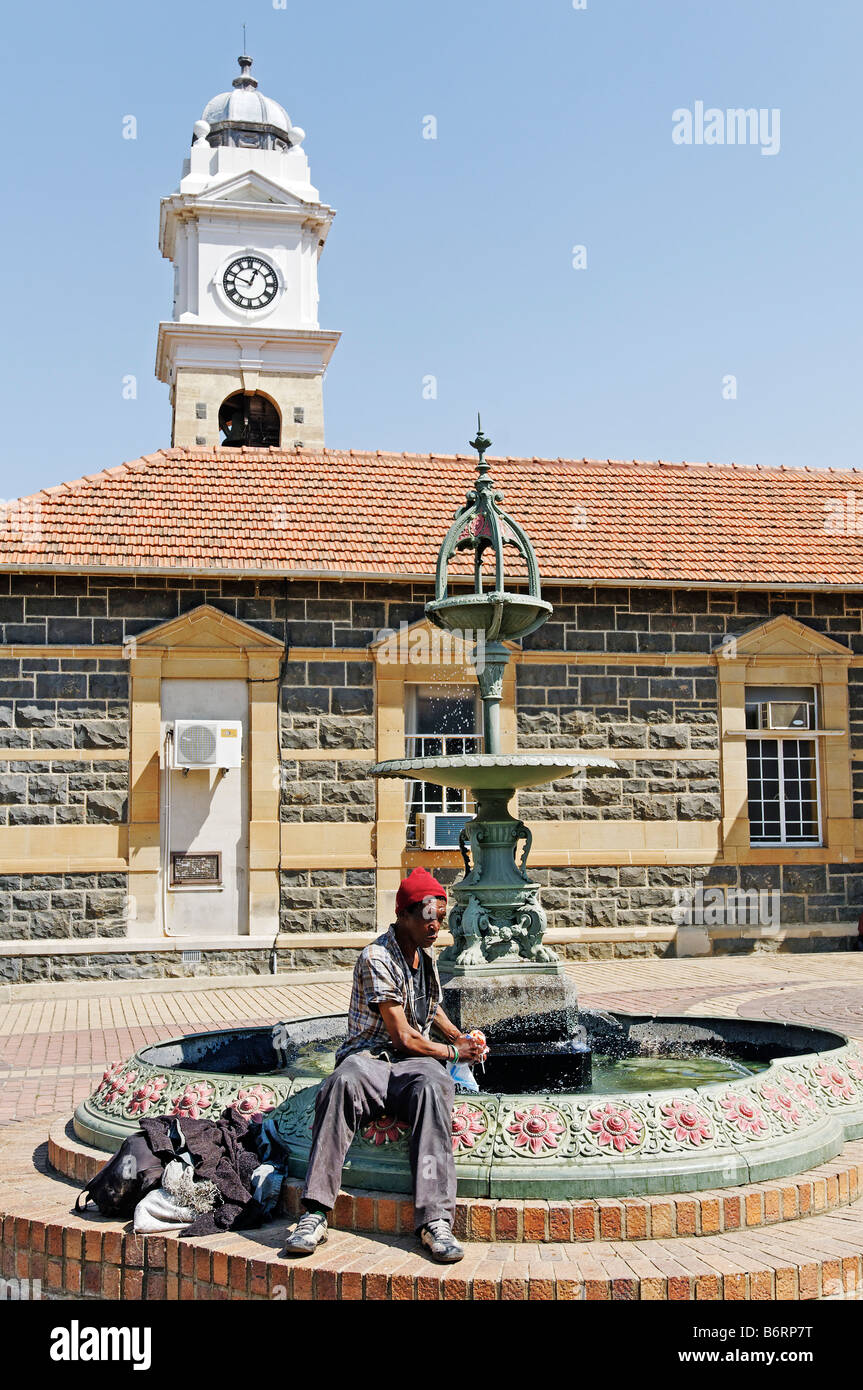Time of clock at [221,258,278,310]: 12:48
